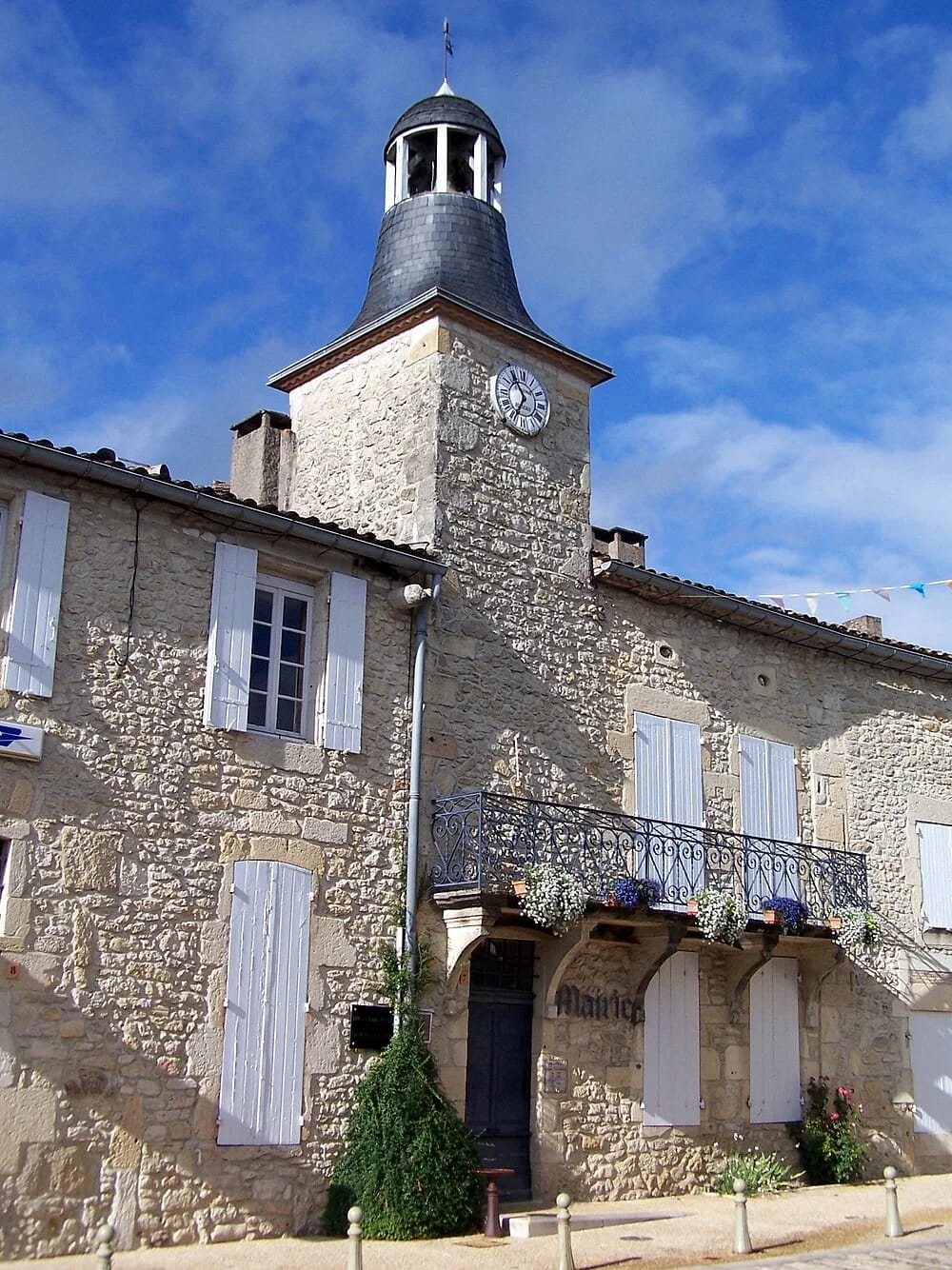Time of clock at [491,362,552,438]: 6:54
